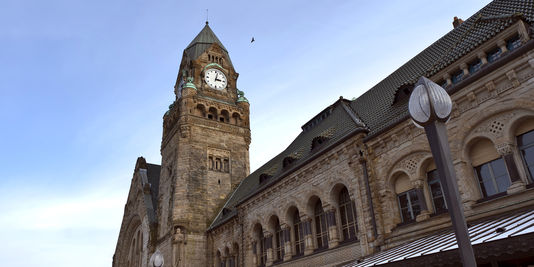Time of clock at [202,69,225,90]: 3:02
